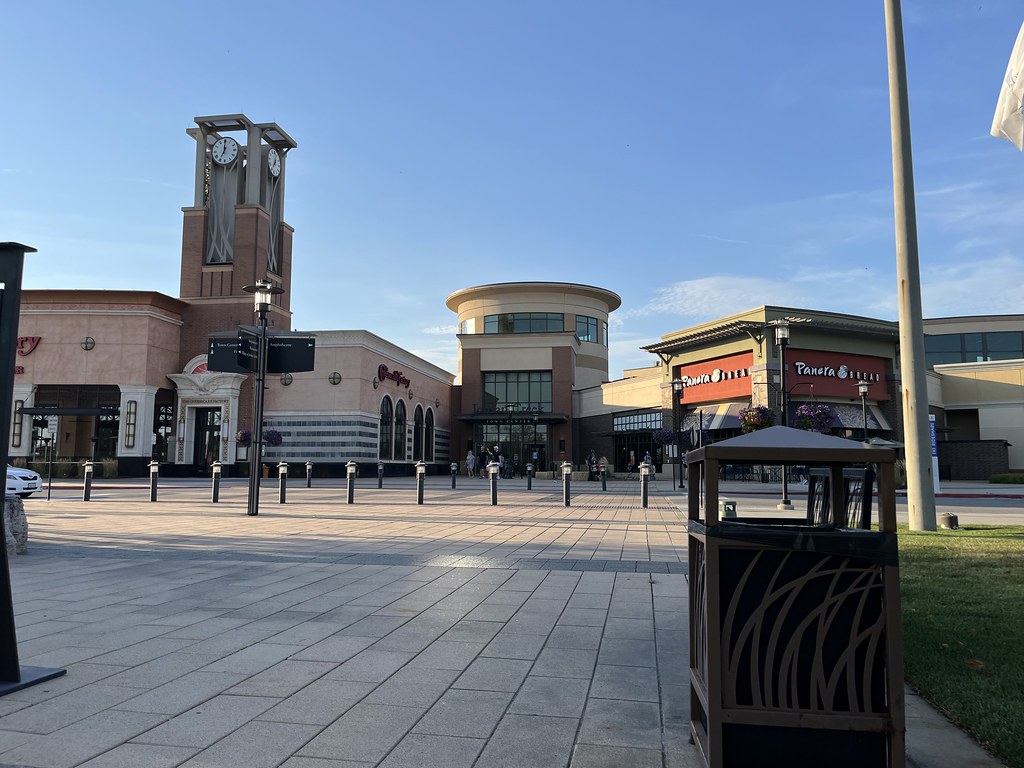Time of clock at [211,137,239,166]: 7:00
